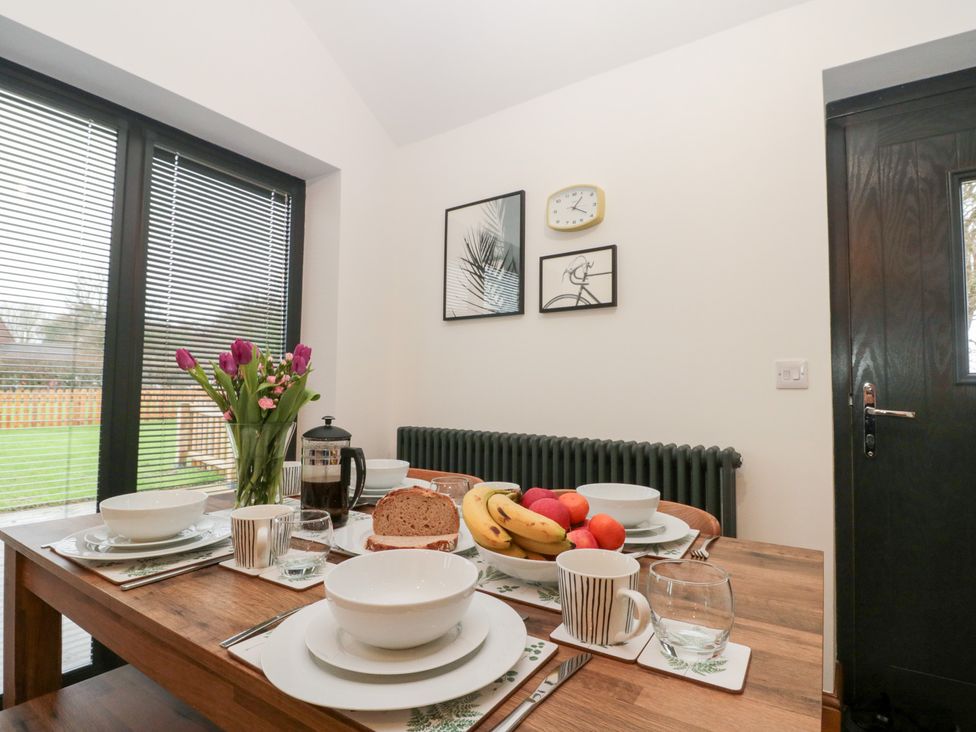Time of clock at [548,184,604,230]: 1:19
